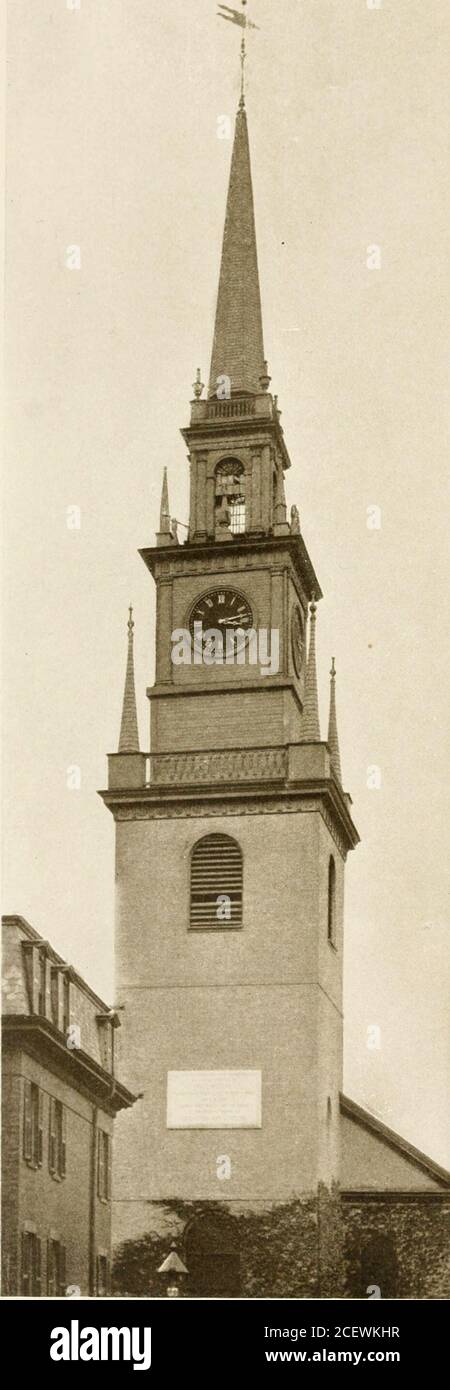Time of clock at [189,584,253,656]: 3:12
